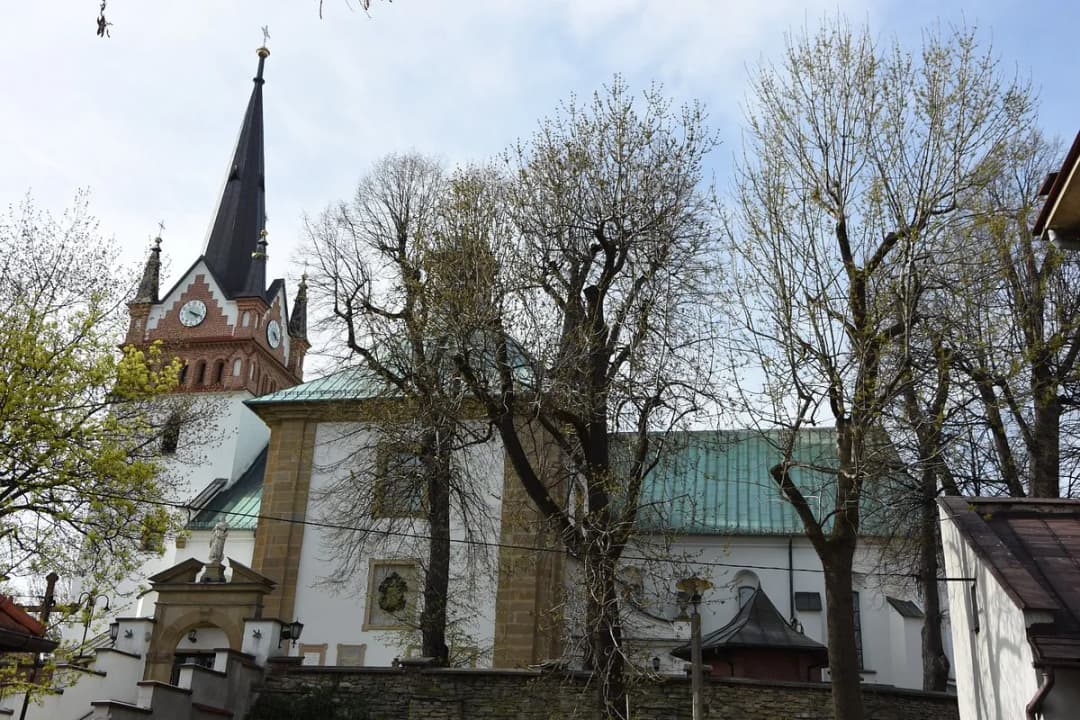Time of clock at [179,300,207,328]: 4:18
